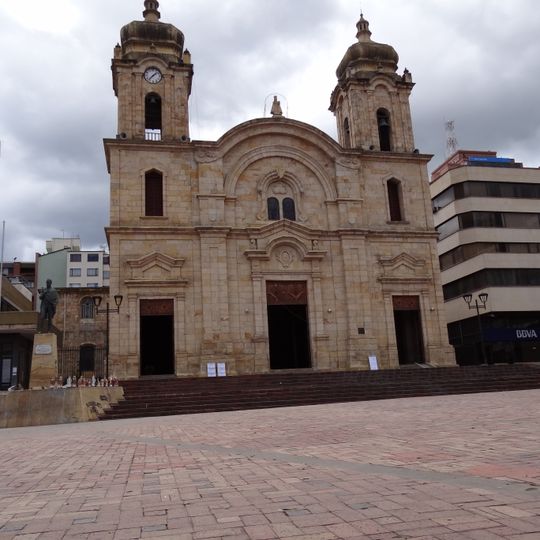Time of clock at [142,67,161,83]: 1:37
